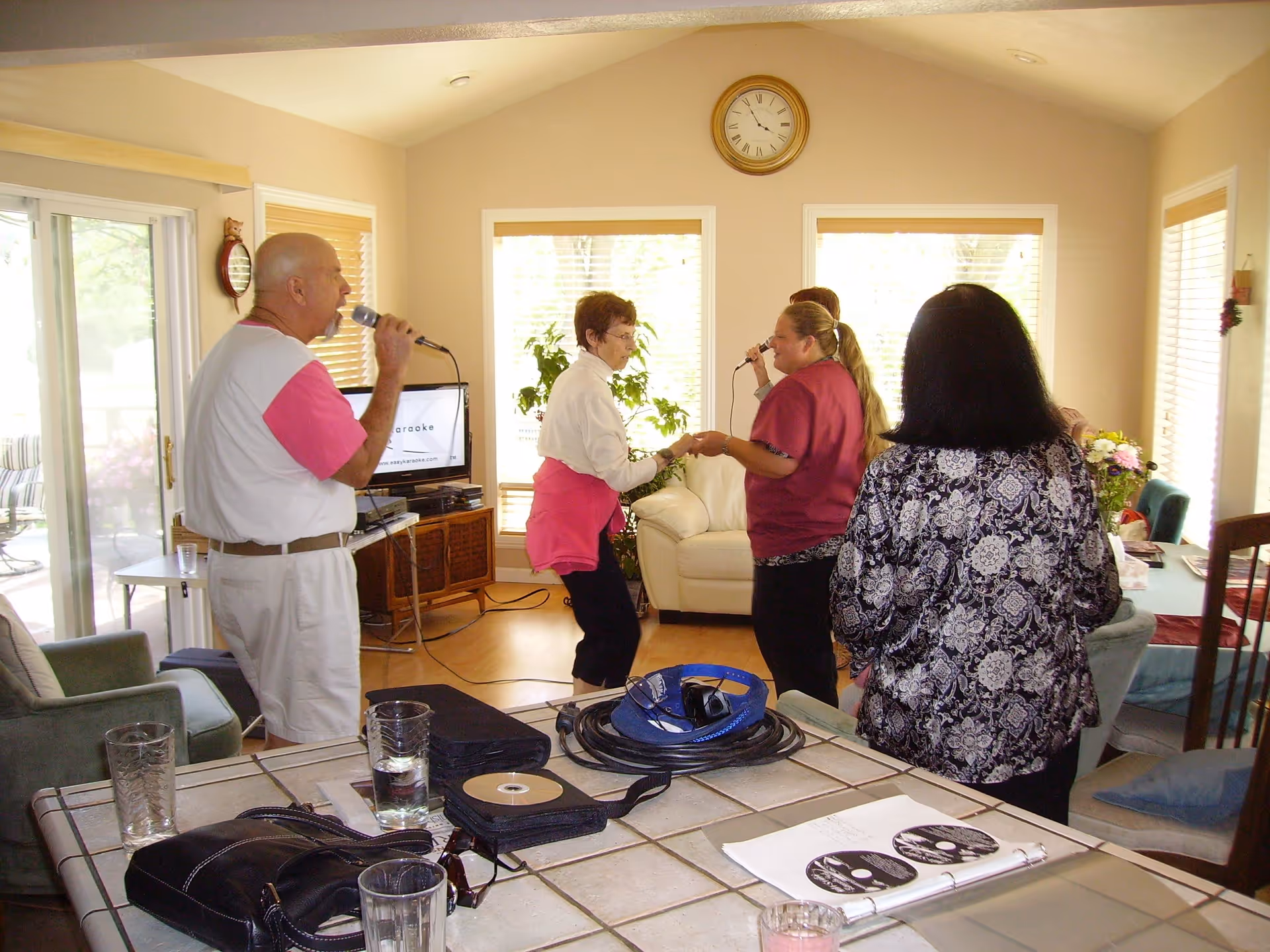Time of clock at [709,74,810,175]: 3:55
